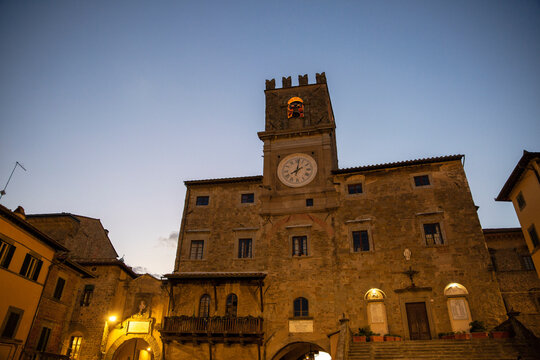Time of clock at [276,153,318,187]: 8:01
